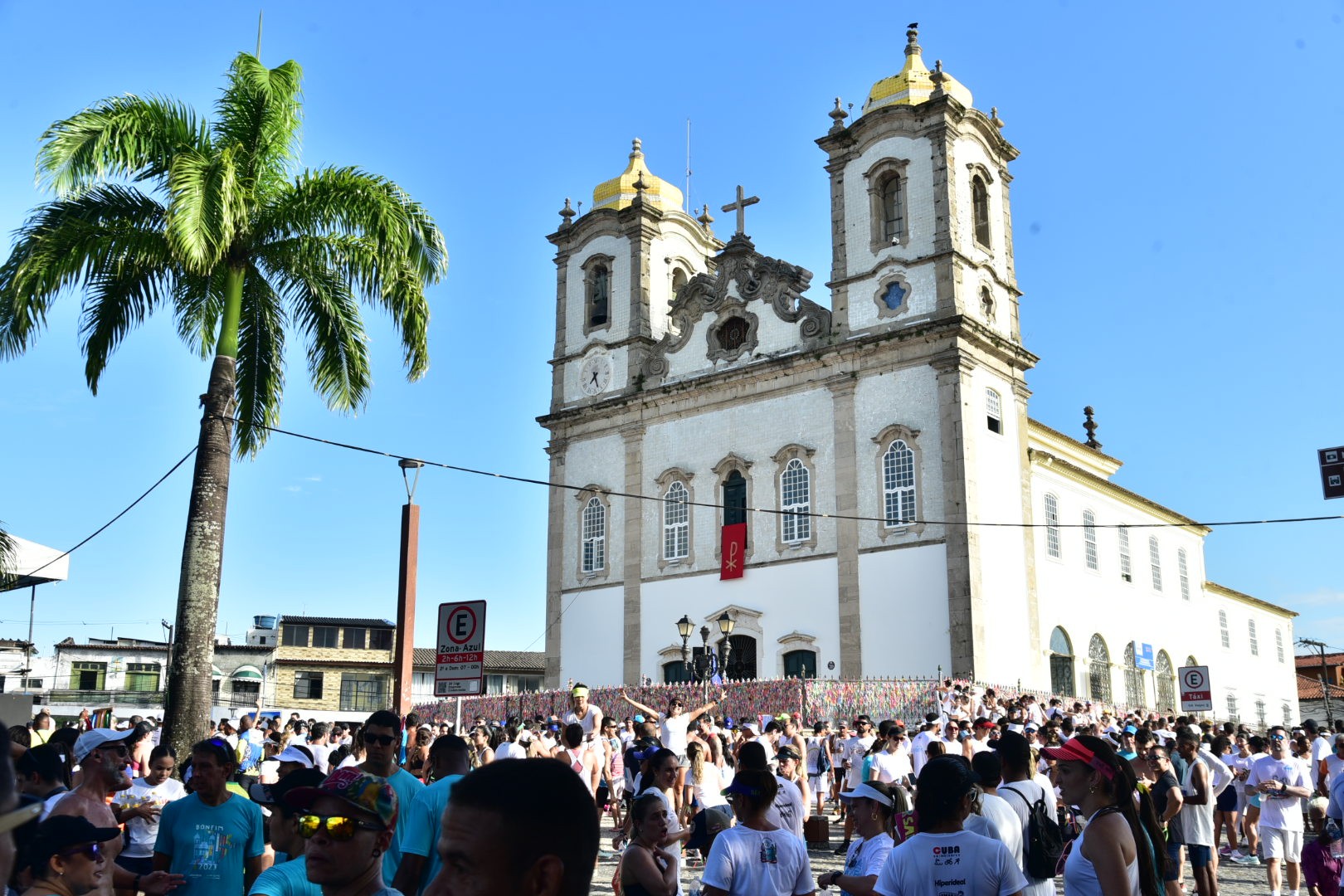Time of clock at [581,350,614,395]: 7:27
